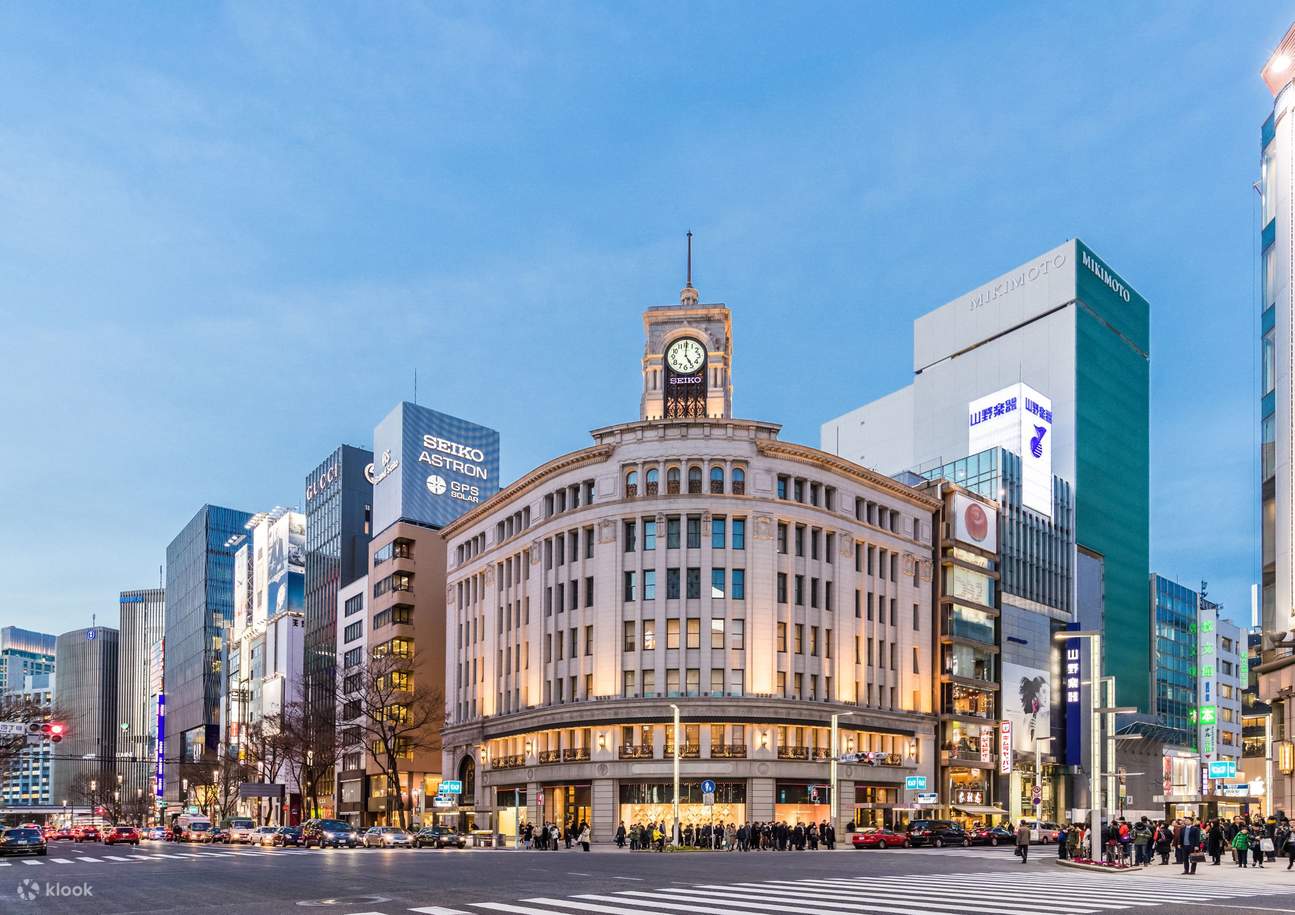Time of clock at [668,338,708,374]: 5:00
